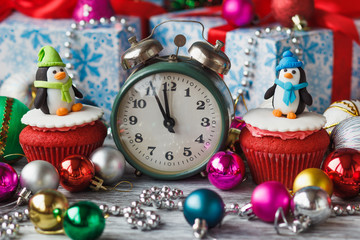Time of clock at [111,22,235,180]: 10:59
